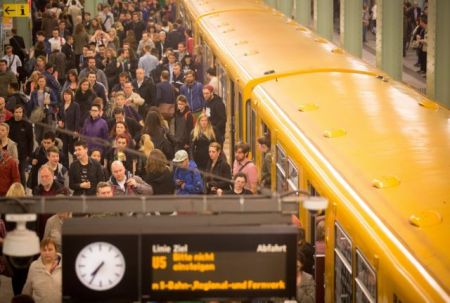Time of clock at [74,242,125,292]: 7:35
